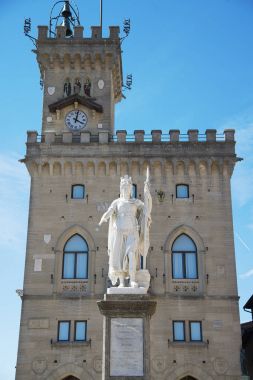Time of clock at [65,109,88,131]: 4:02
